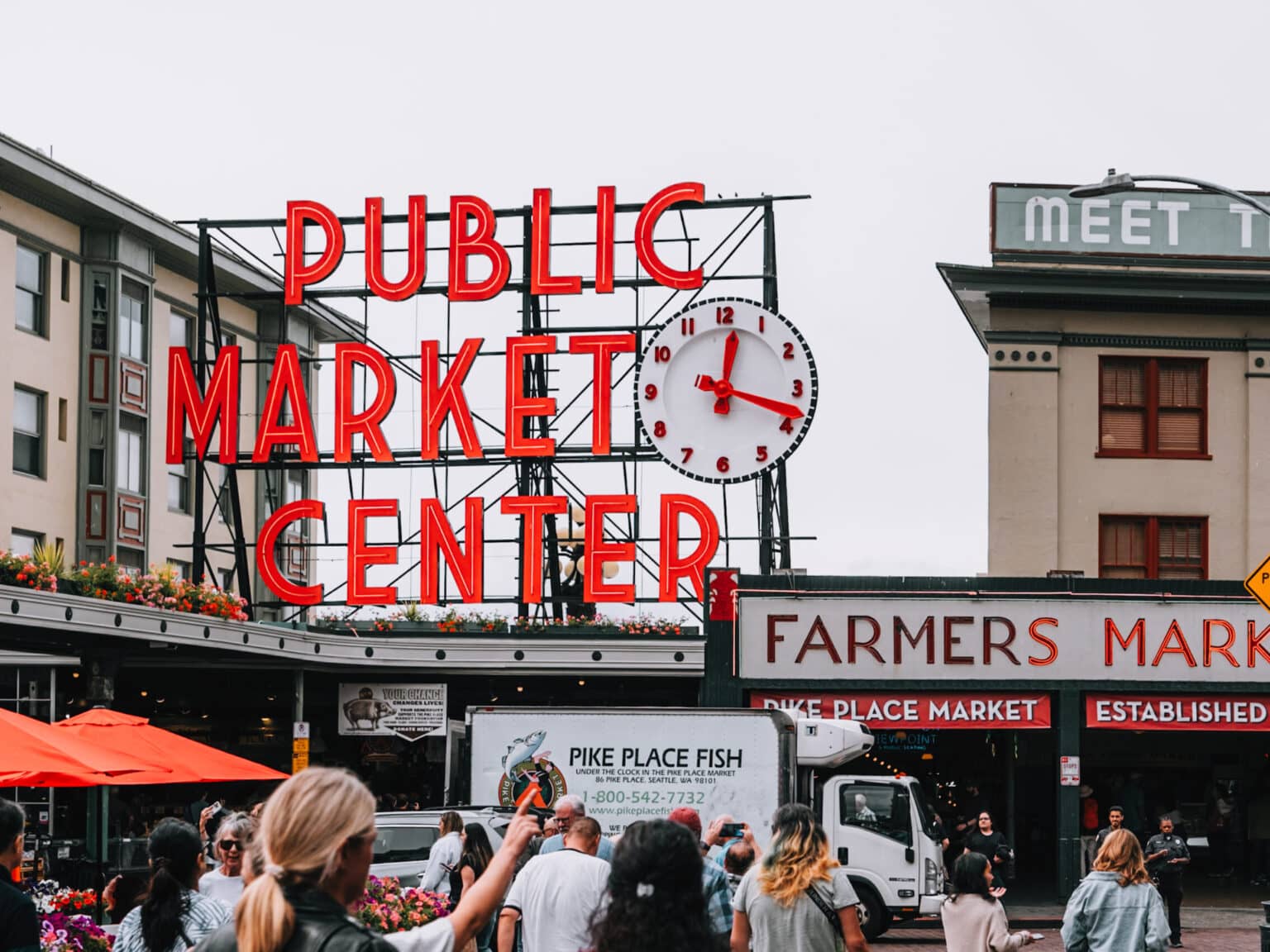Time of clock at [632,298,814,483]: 12:18
